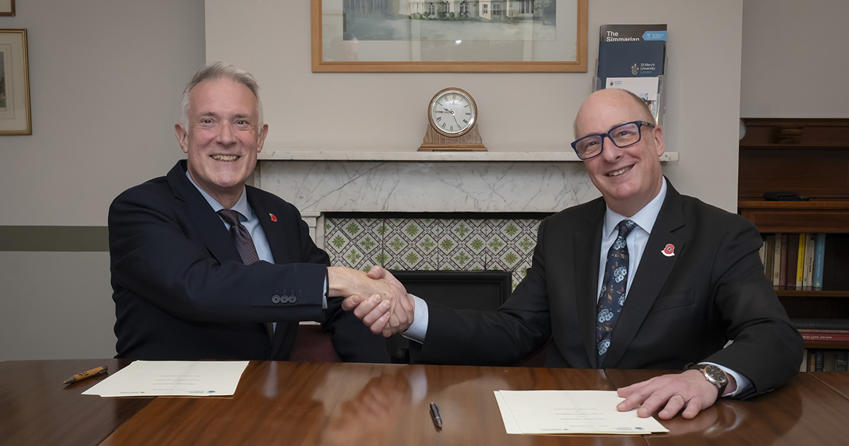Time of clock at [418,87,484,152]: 9:45
